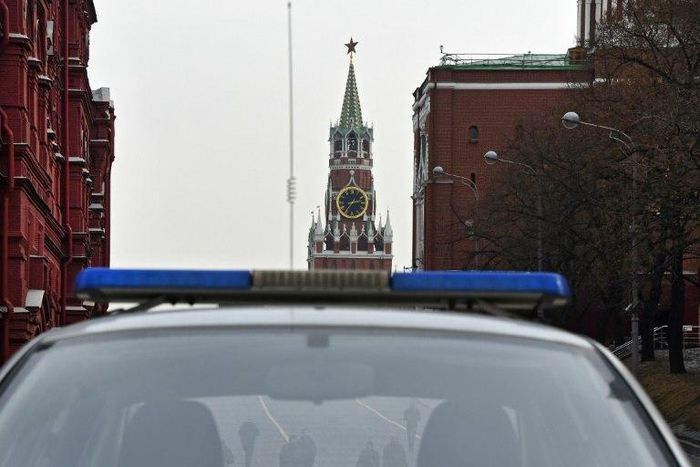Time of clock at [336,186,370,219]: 2:36
